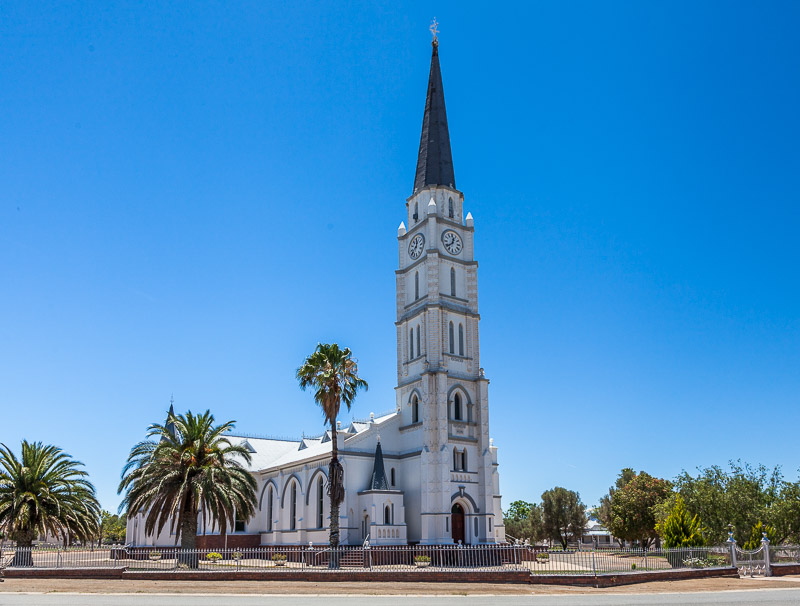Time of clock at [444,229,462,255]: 12:38
